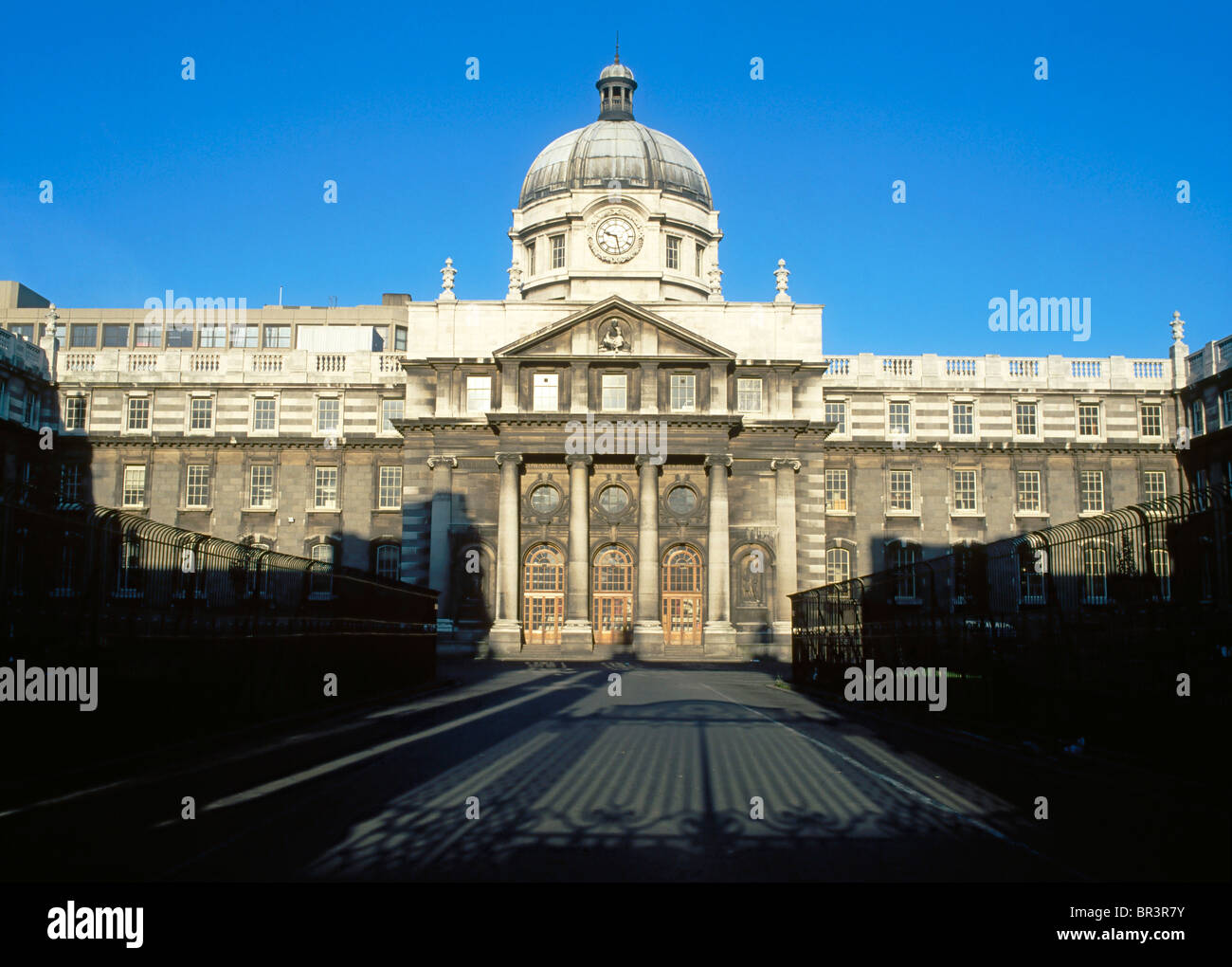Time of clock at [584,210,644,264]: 9:27
